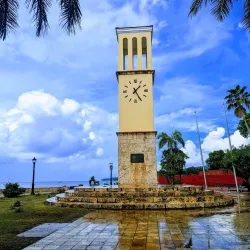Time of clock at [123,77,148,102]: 1:25
